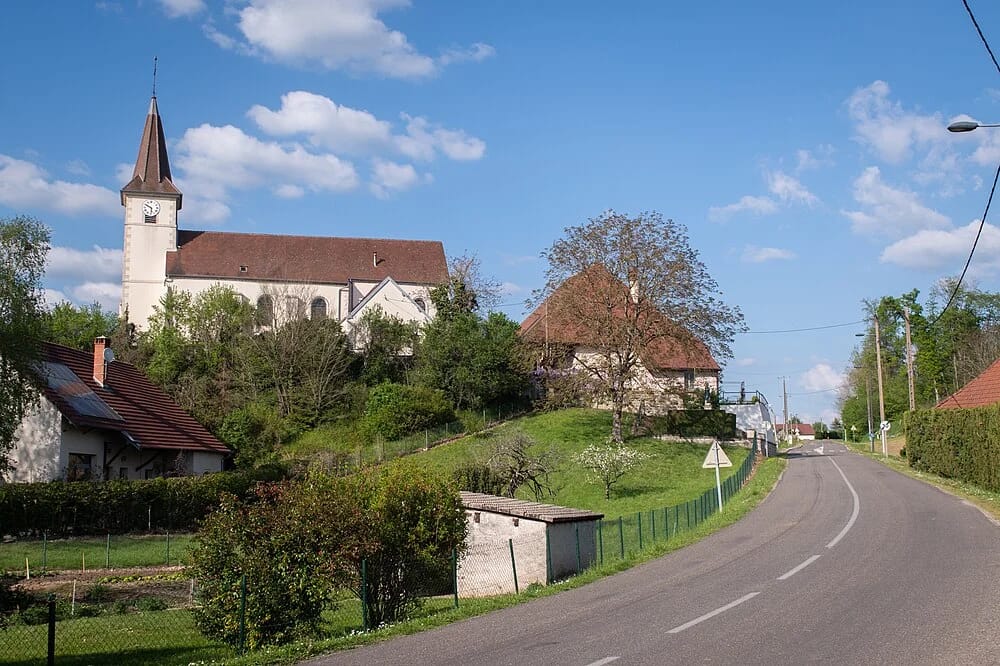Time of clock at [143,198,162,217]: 5:49
